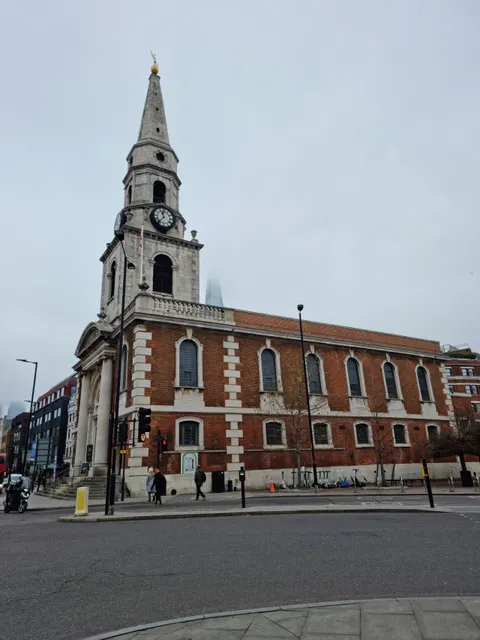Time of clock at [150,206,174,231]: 11:37
